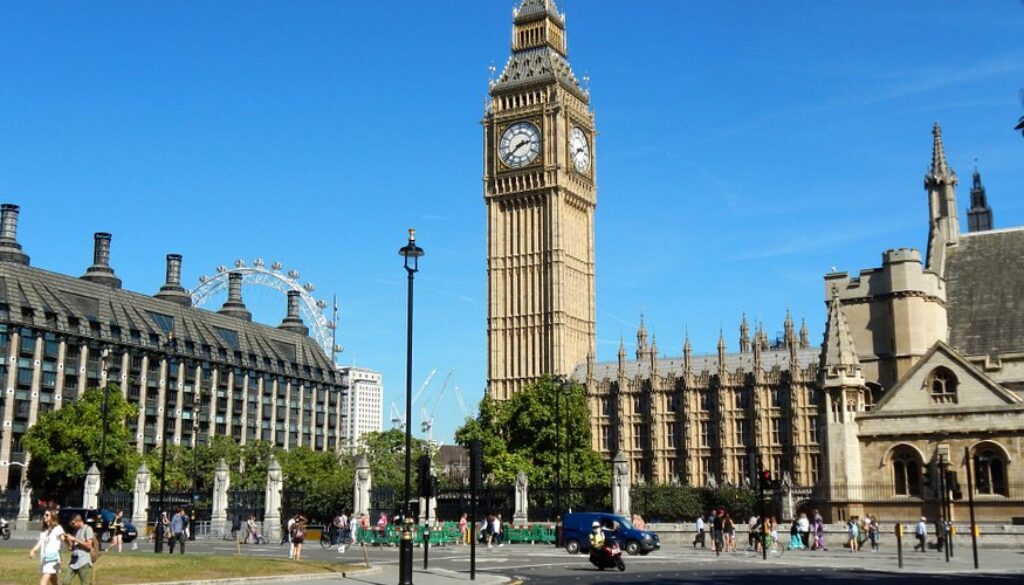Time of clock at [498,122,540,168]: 2:38
